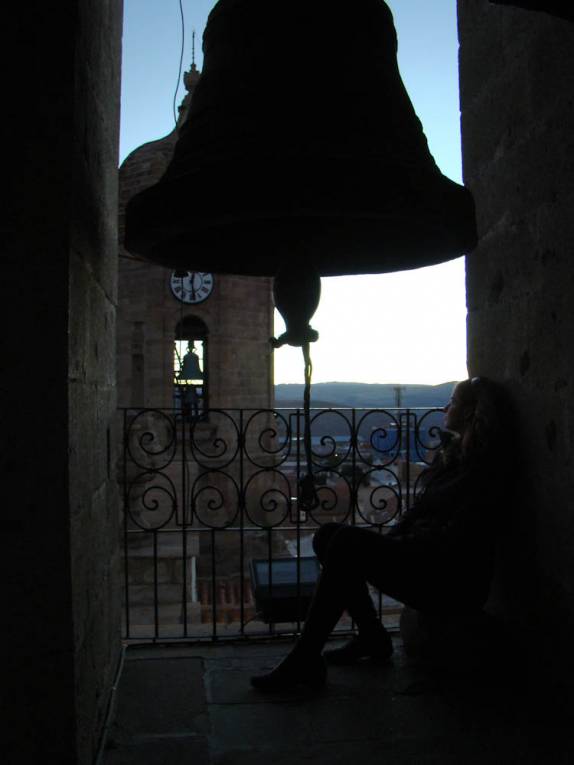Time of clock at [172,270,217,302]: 12:28
